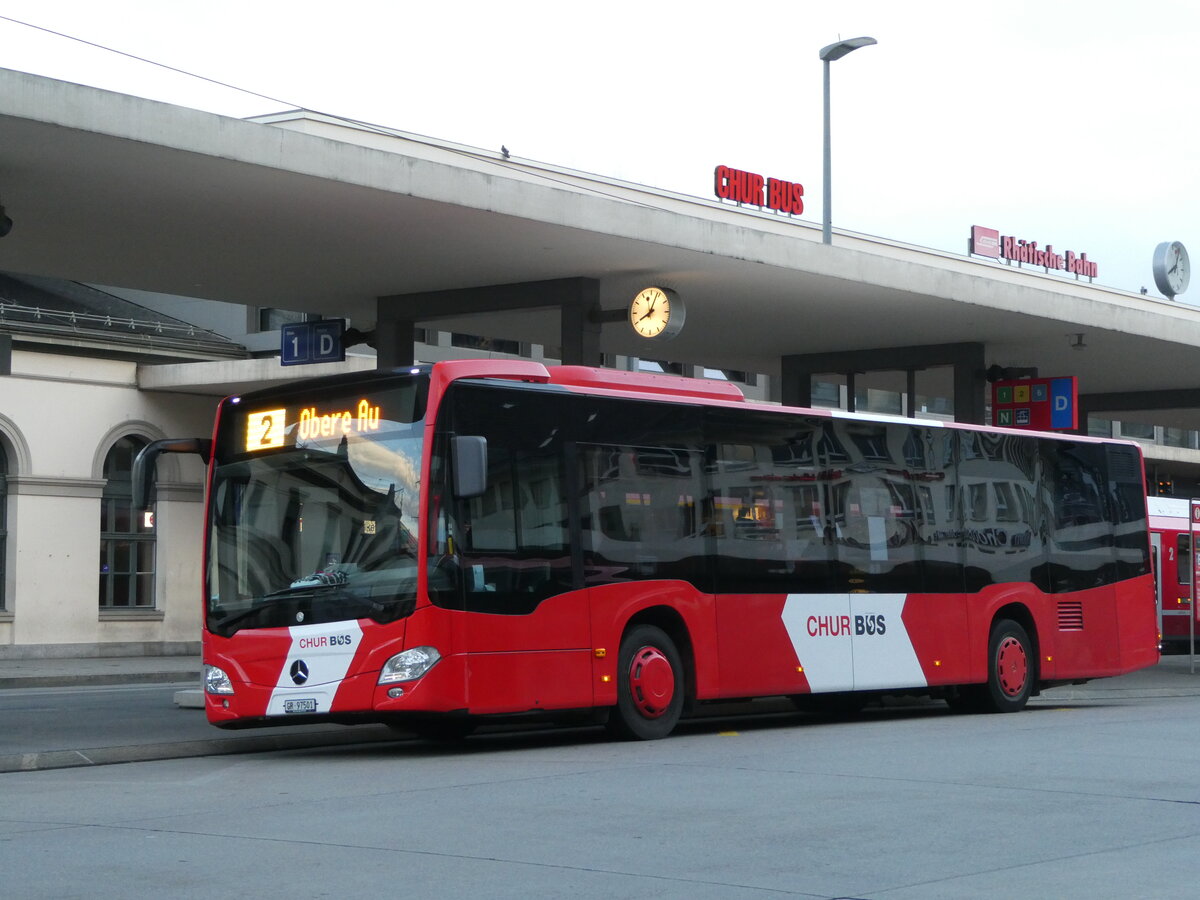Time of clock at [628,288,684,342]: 8:03
